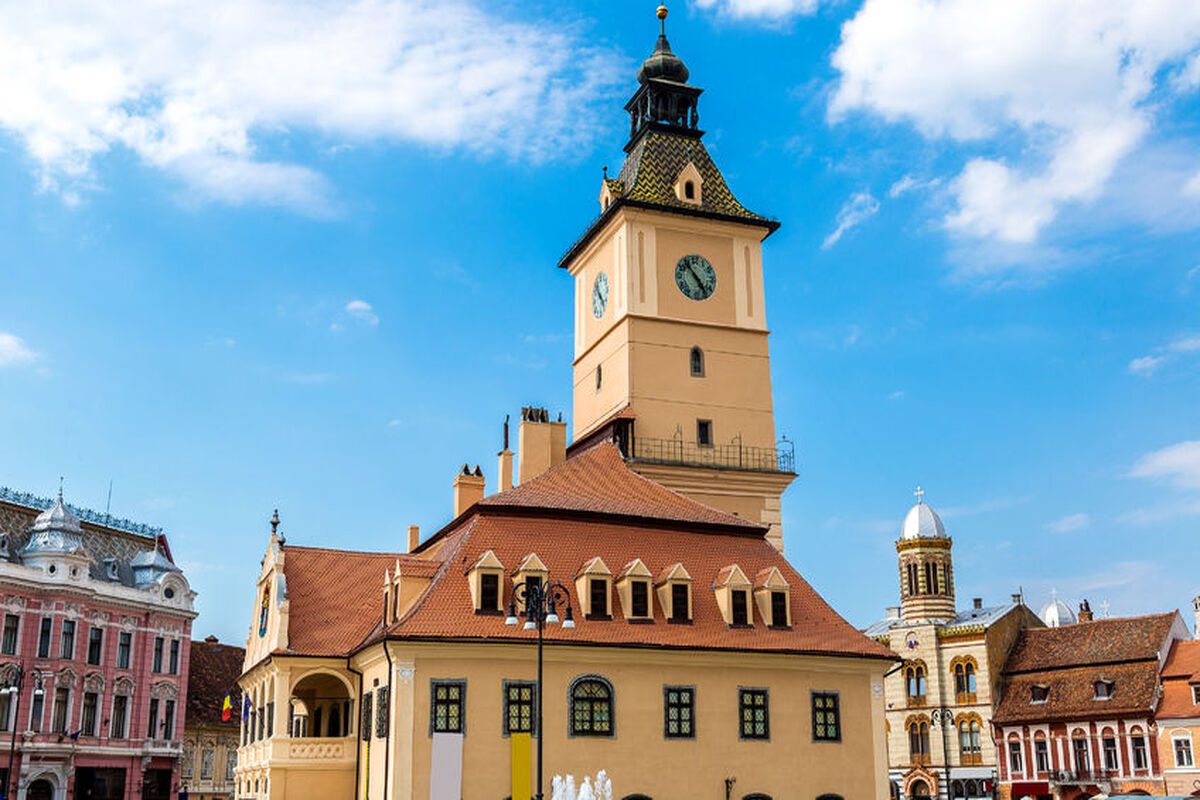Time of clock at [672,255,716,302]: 4:53
